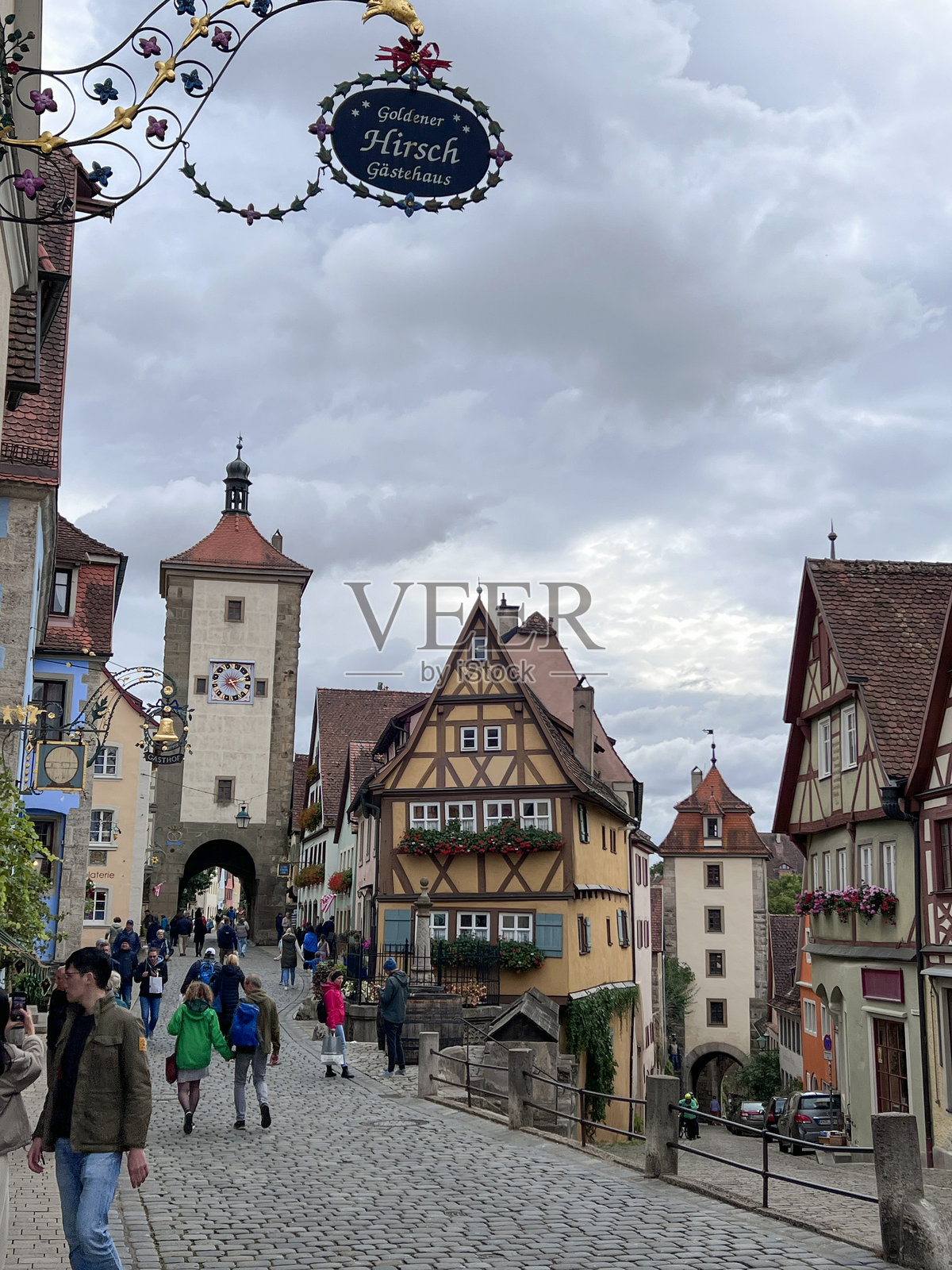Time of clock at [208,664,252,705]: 2:23
